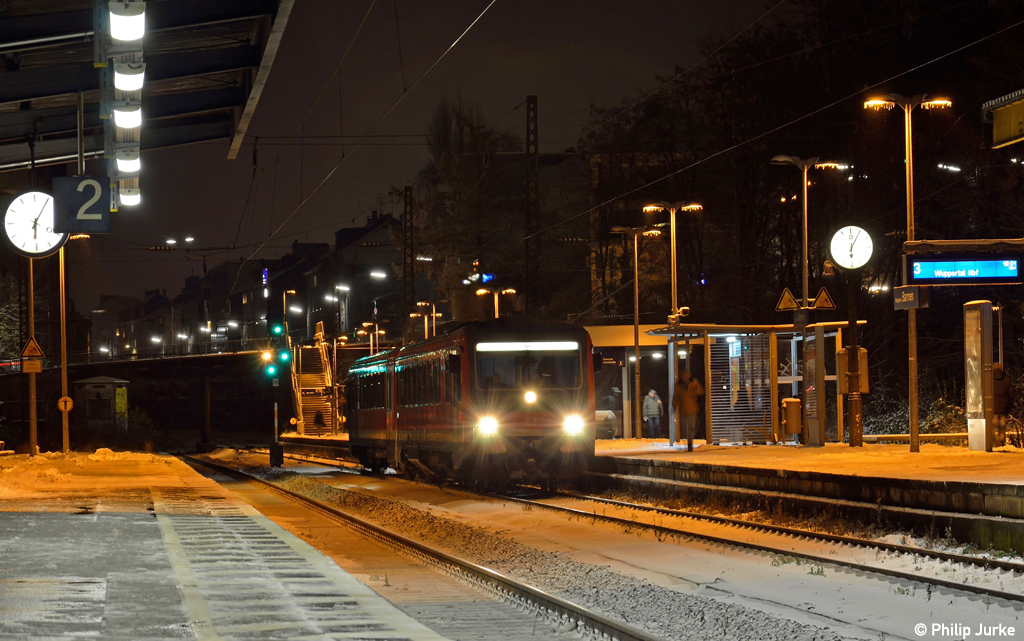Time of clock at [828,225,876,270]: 6:04
